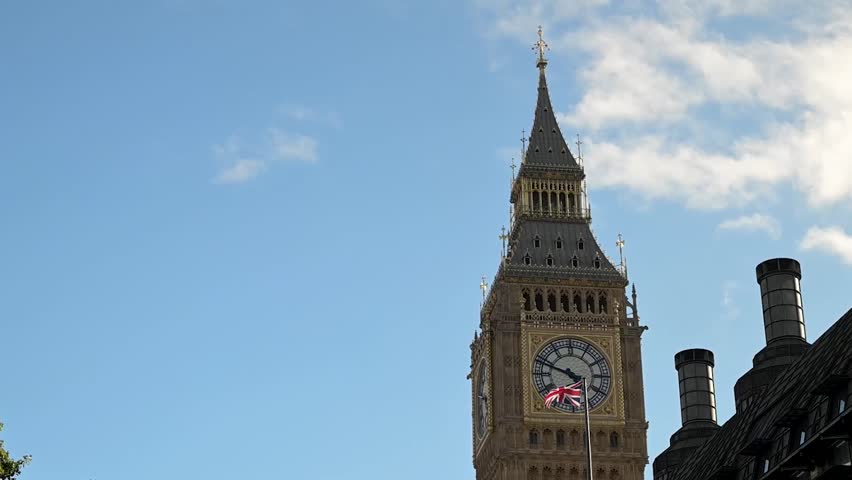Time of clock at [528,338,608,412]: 5:48
